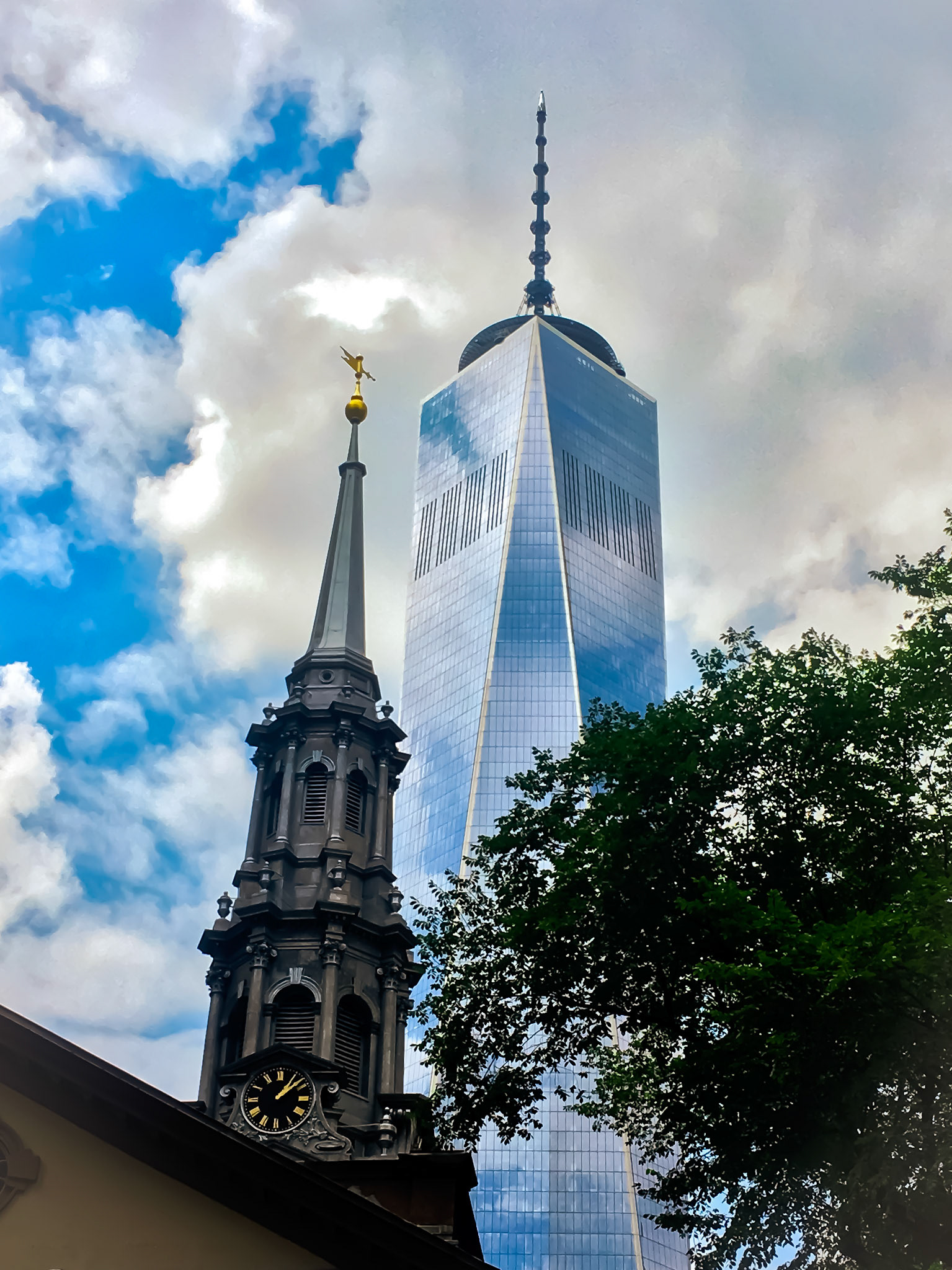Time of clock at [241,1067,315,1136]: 1:08
